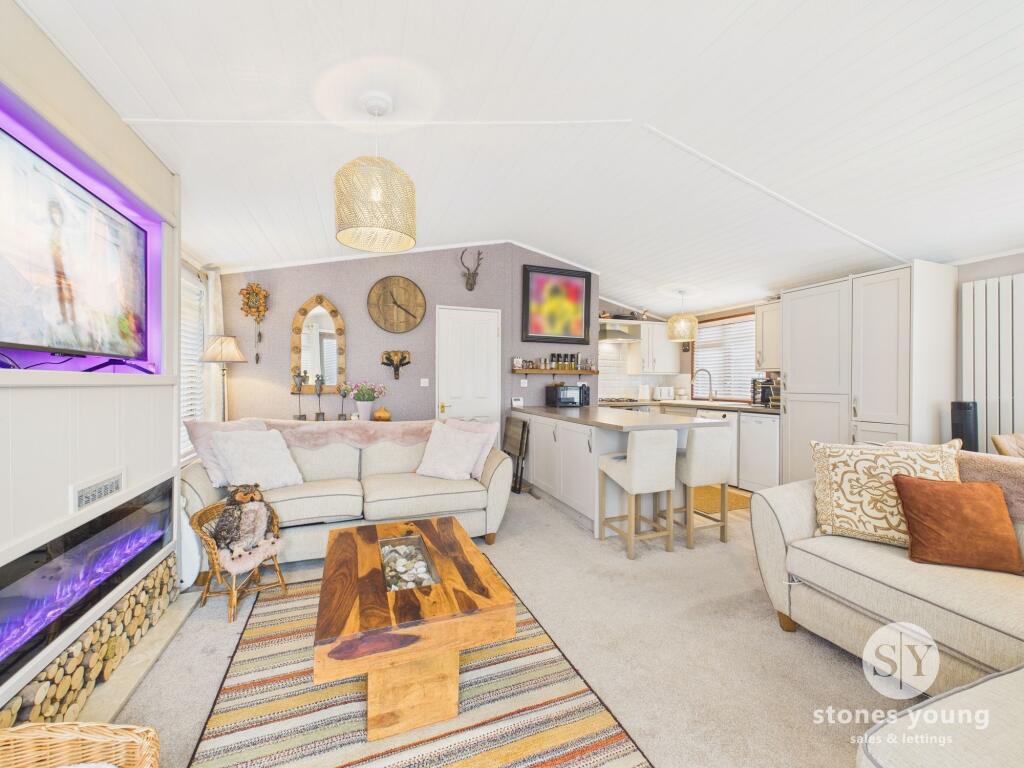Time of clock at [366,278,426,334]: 11:20
